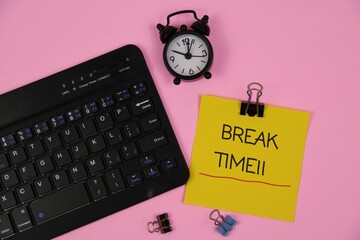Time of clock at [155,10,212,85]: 10:02
